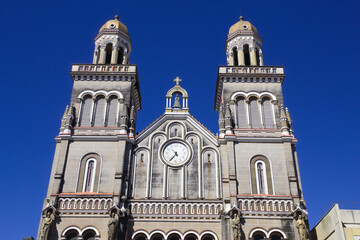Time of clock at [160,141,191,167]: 4:35
